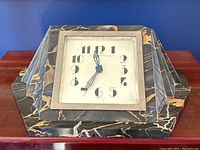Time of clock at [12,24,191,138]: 11:34
